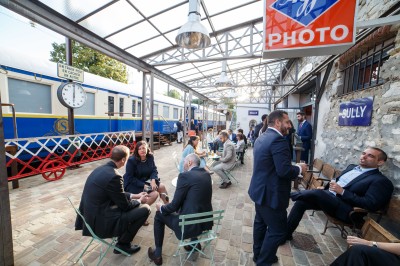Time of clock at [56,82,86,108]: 6:00
